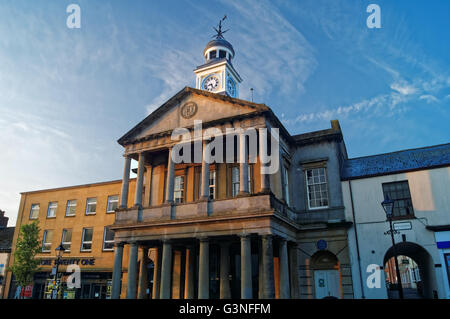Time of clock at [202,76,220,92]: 8:27
